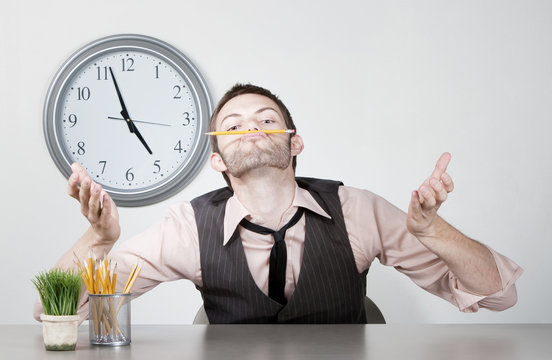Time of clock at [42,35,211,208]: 4:56
